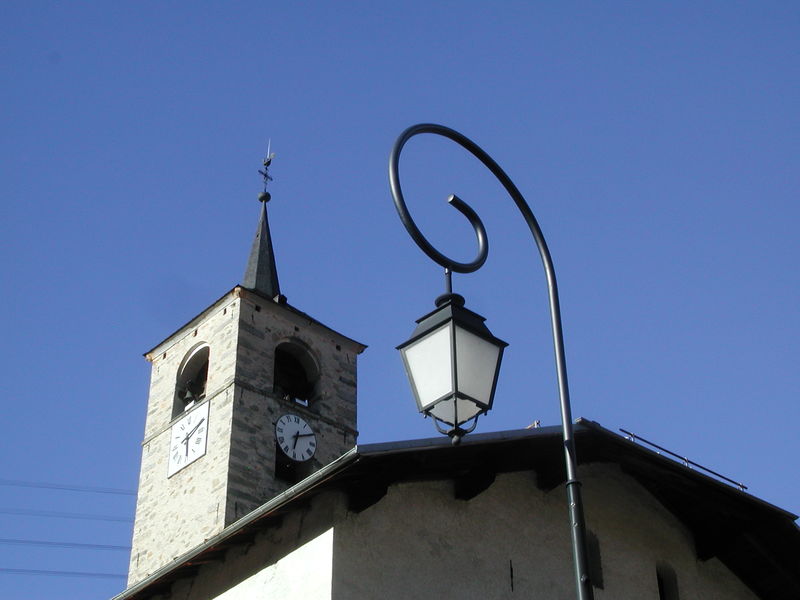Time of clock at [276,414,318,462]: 6:10
